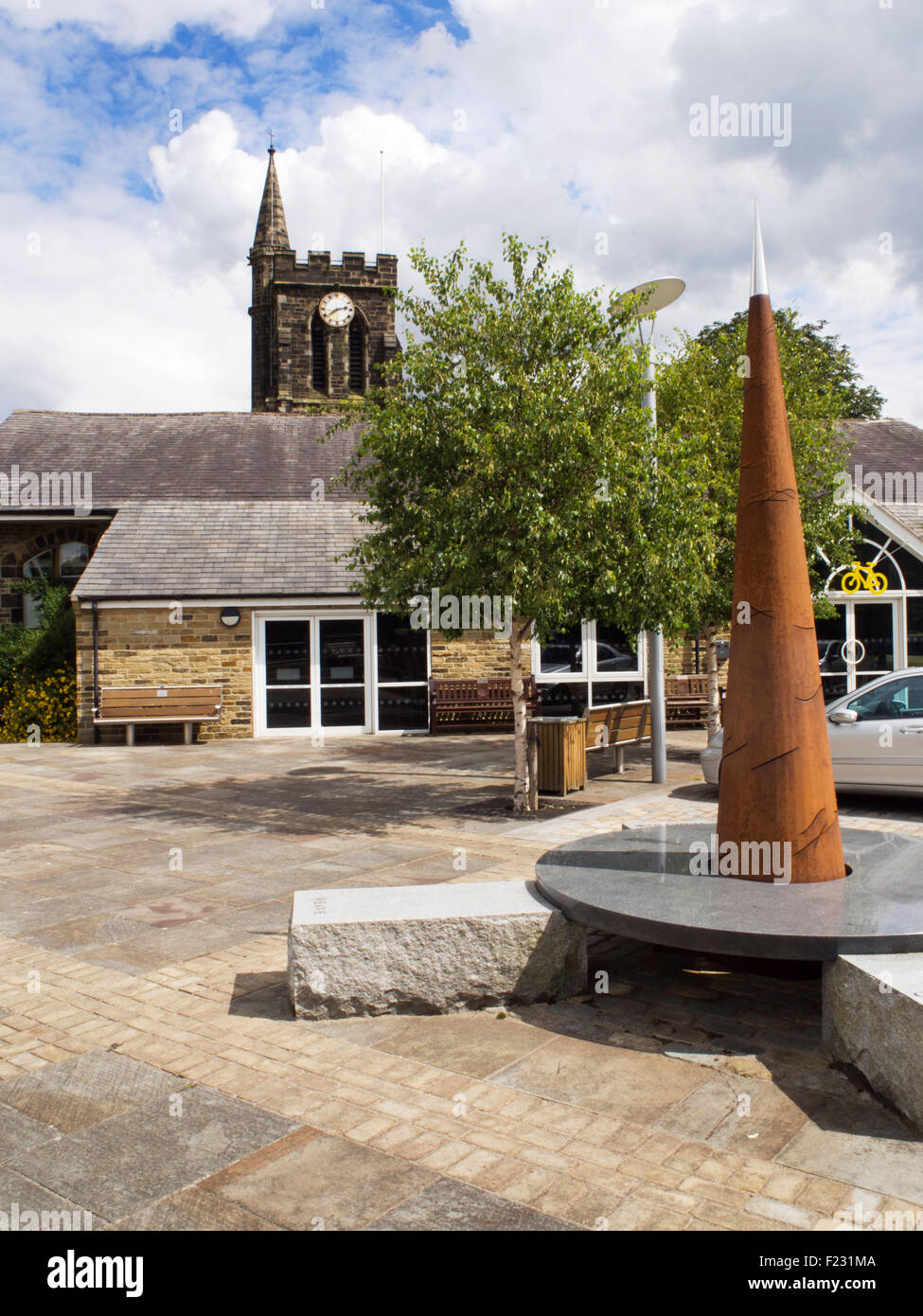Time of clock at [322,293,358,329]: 2:39
